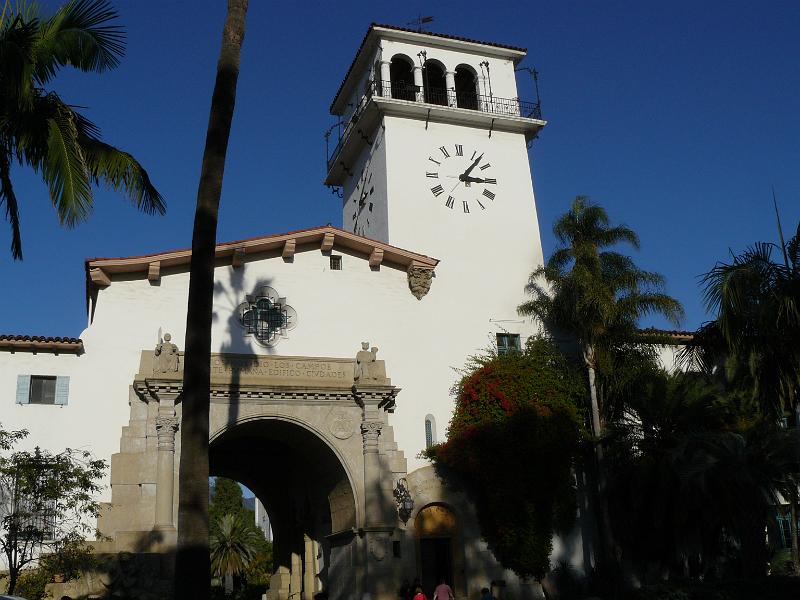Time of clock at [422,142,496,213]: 3:07
